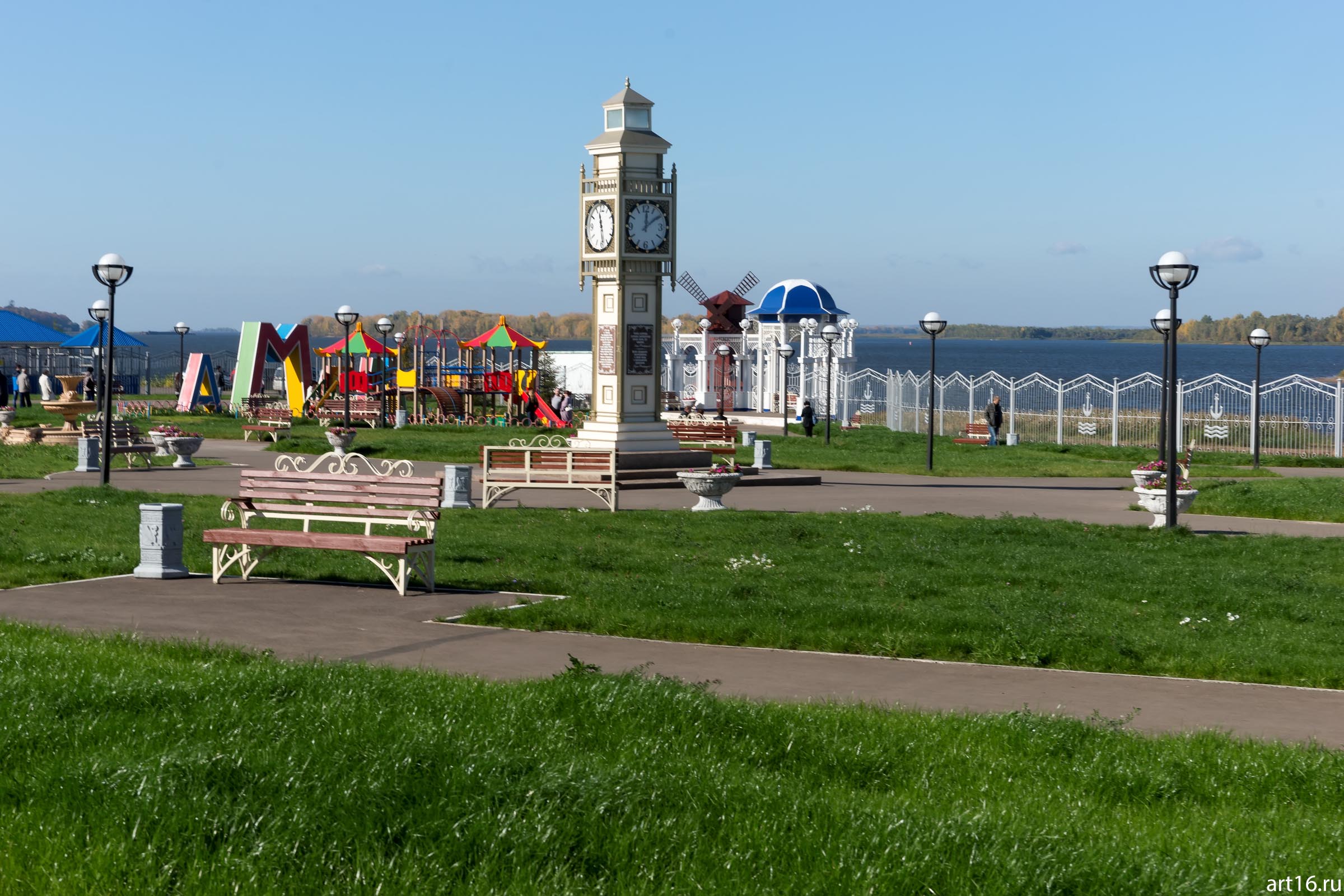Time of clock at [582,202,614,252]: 11:28
